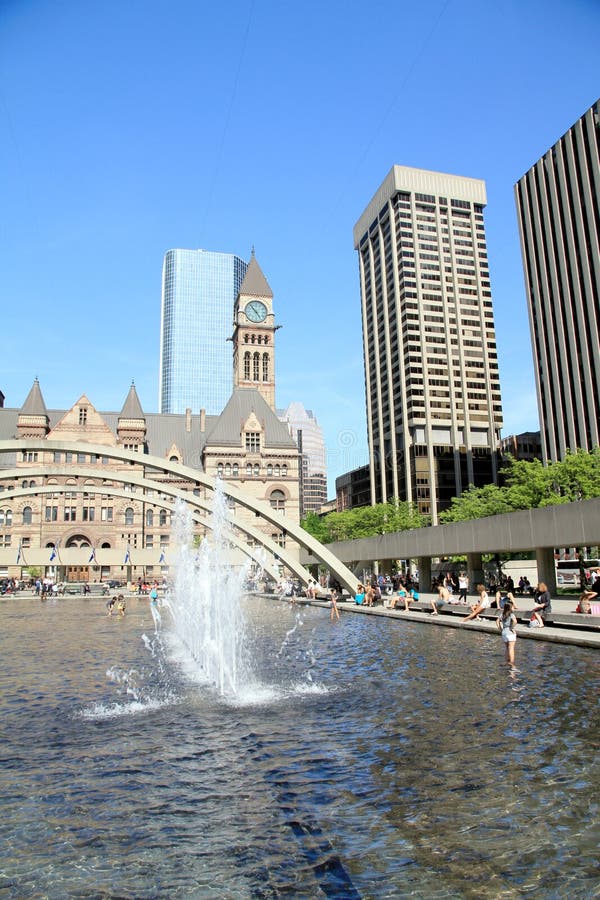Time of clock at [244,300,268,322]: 4:53
